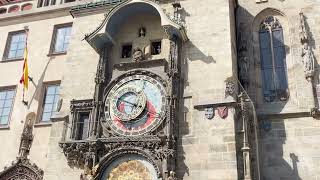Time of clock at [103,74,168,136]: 3:48
